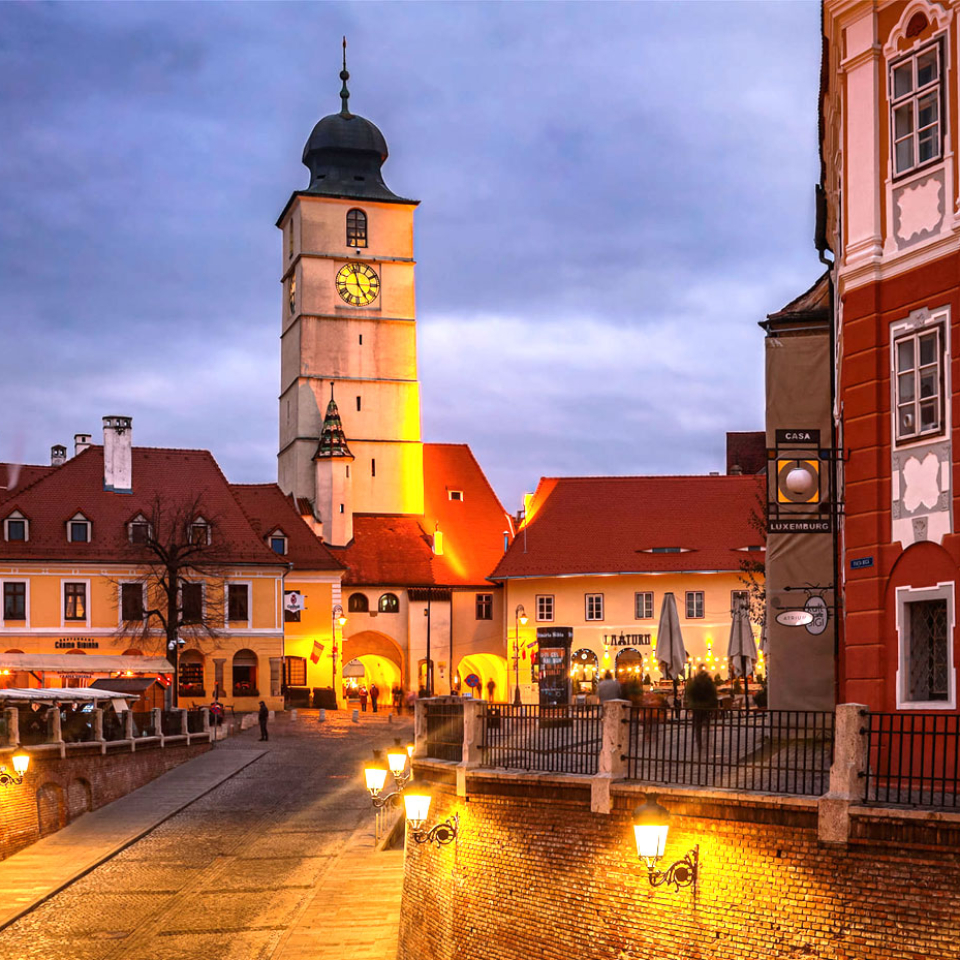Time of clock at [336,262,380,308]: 4:57
